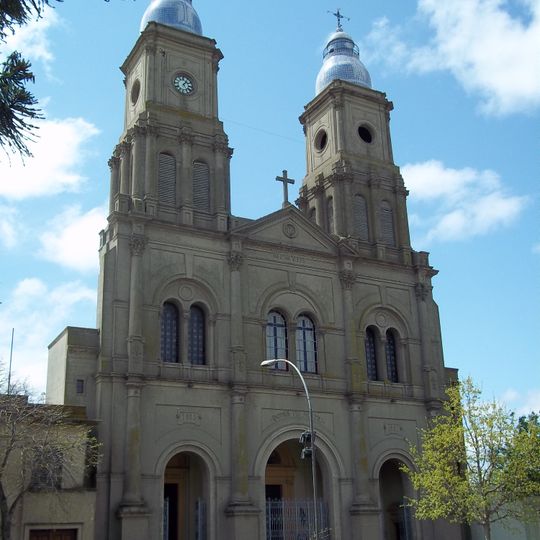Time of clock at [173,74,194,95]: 1:24
